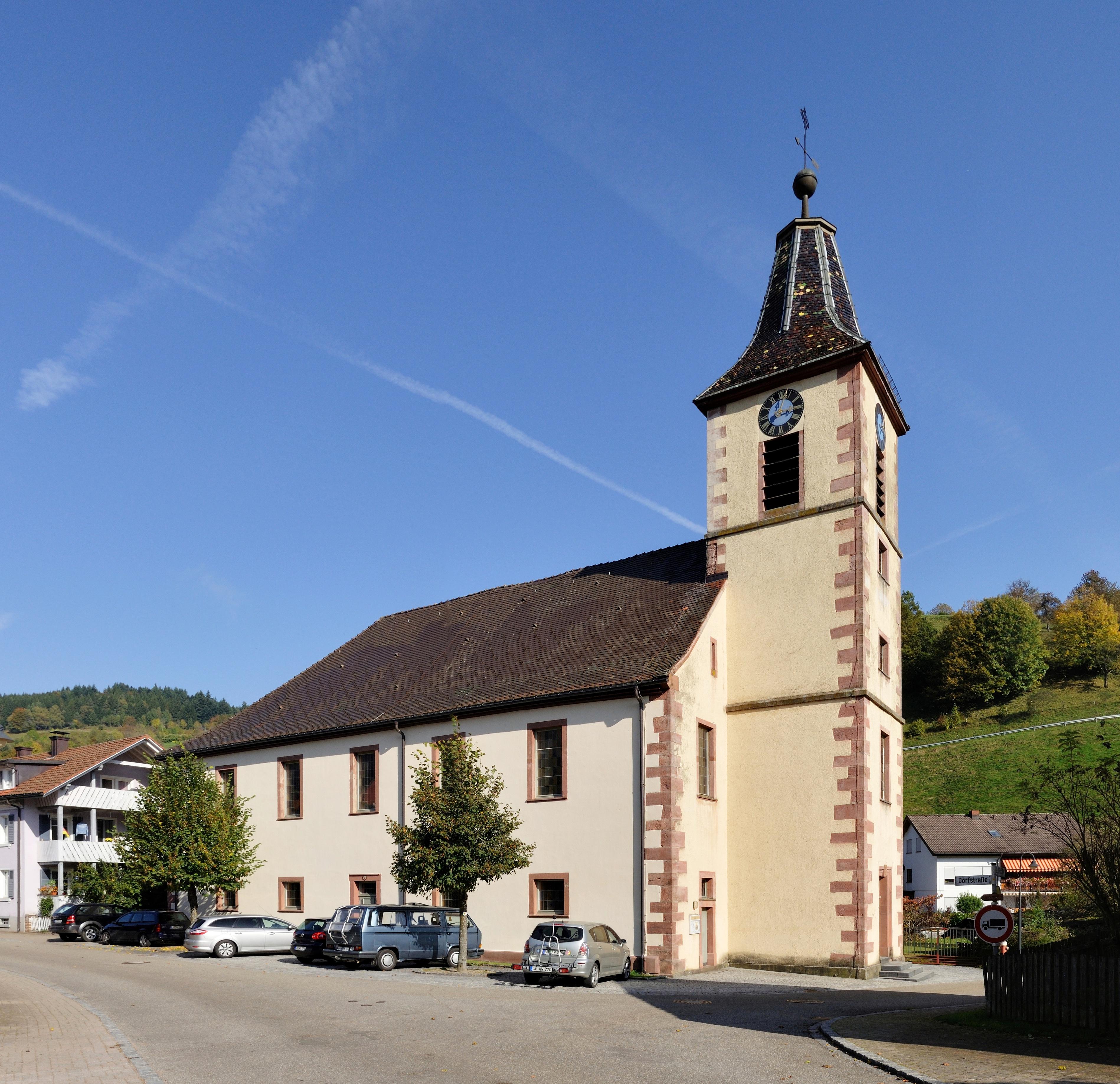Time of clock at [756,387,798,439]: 3:02
